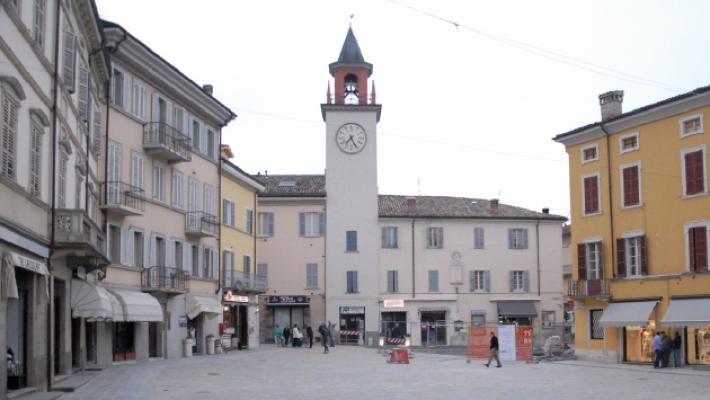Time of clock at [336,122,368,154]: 7:25
